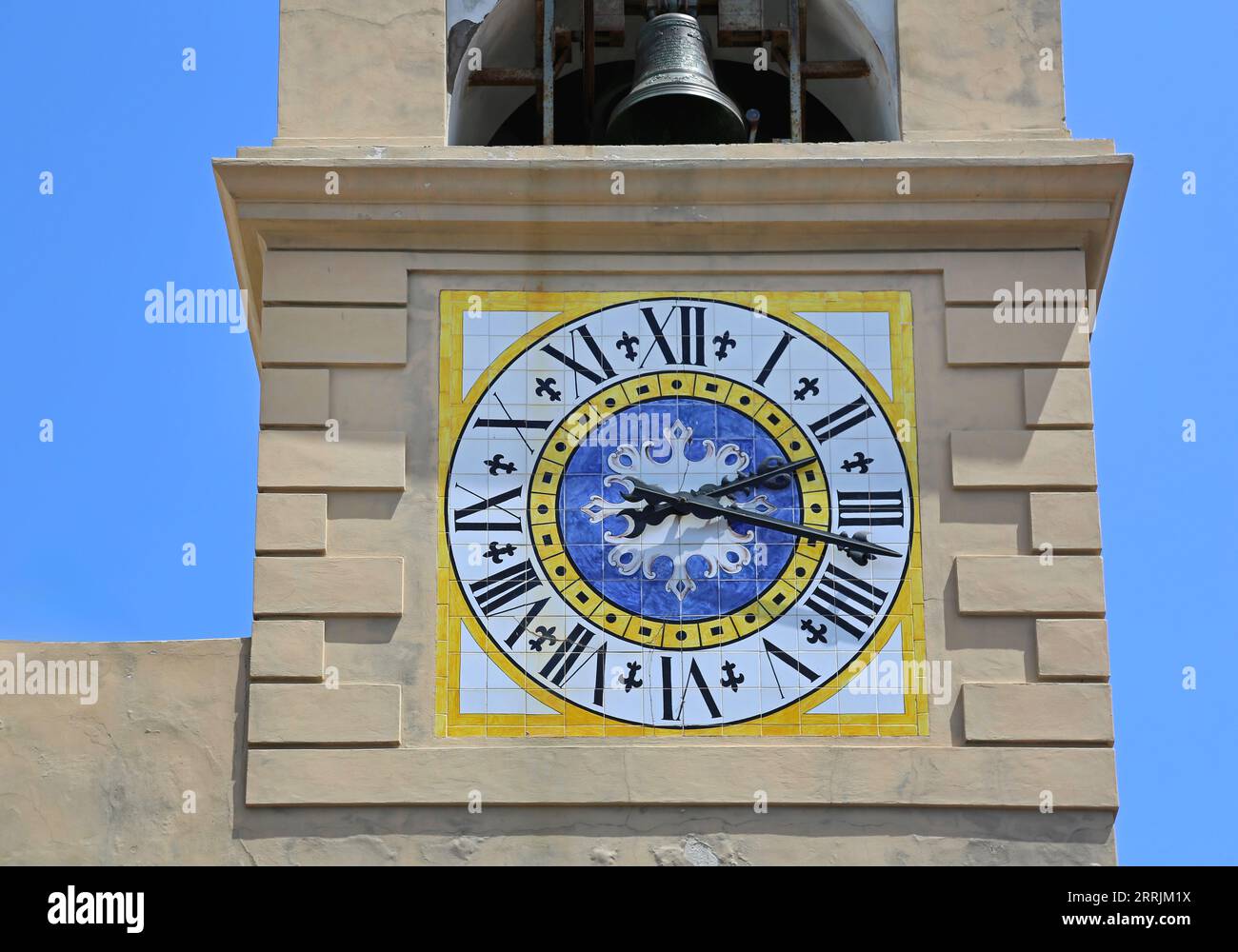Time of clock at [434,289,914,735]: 2:16
